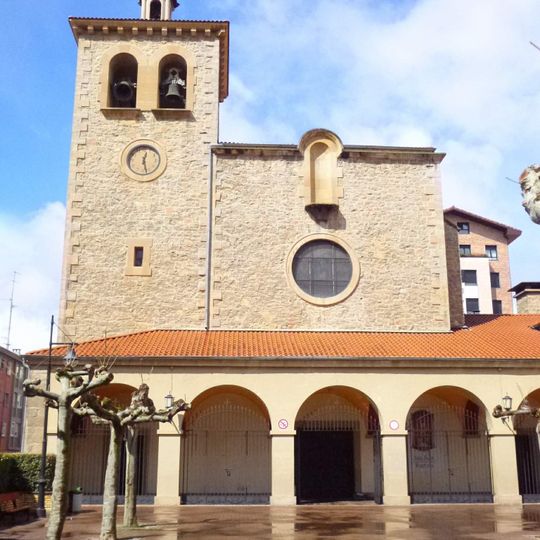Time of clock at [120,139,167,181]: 12:27
